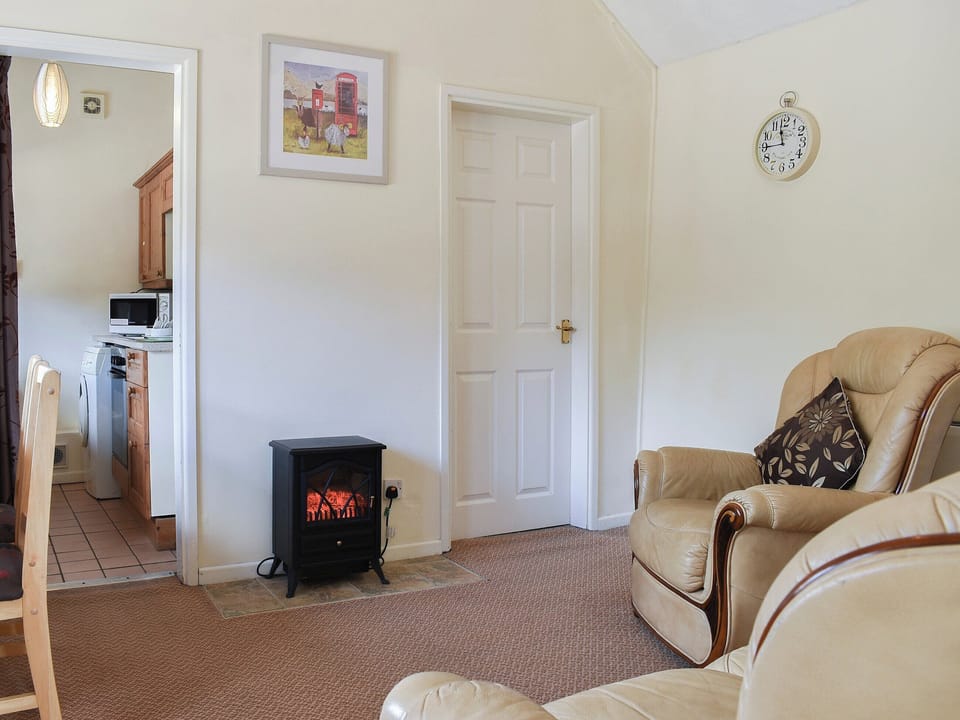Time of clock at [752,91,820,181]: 11:44
